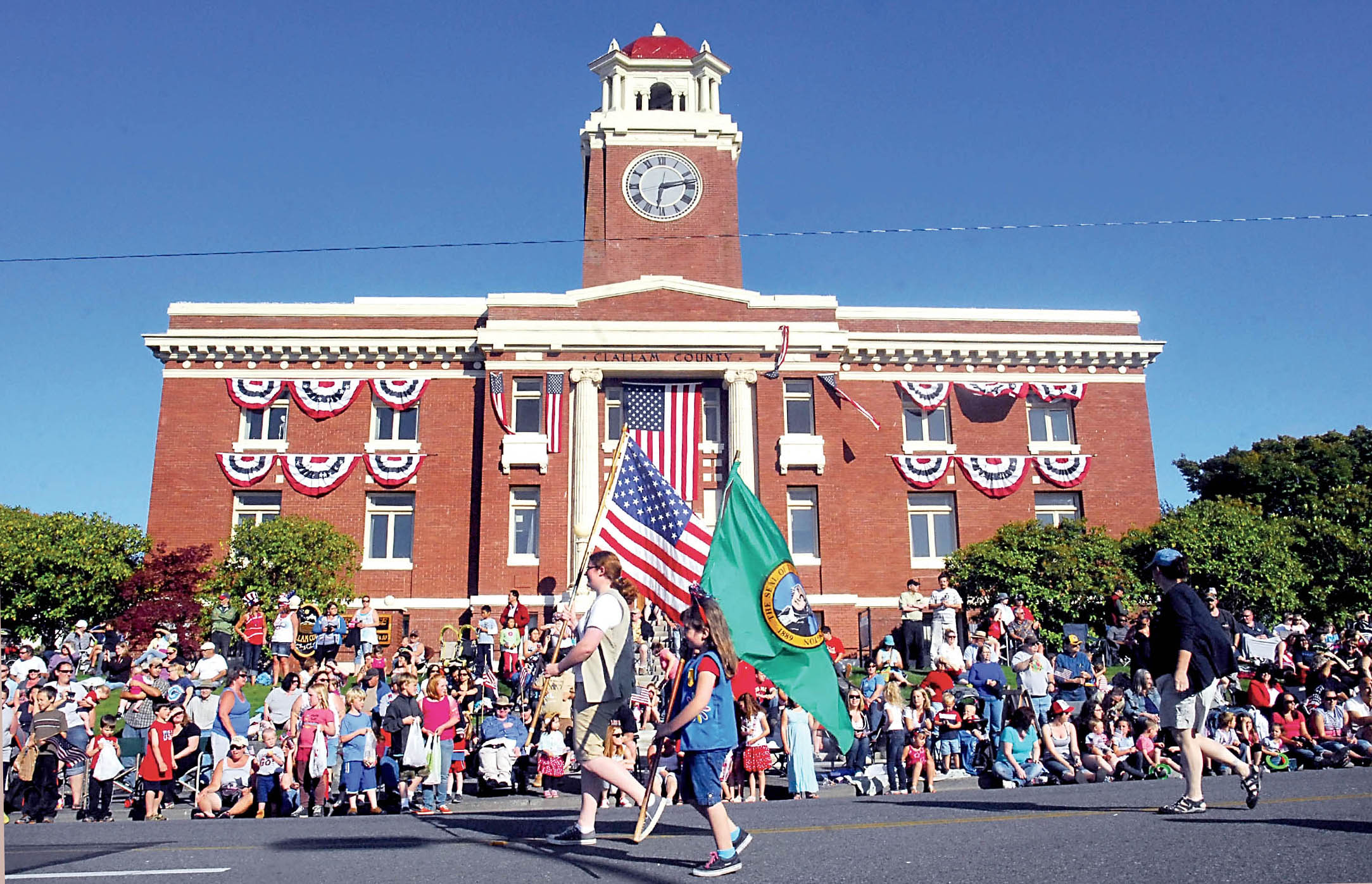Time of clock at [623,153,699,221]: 6:13
